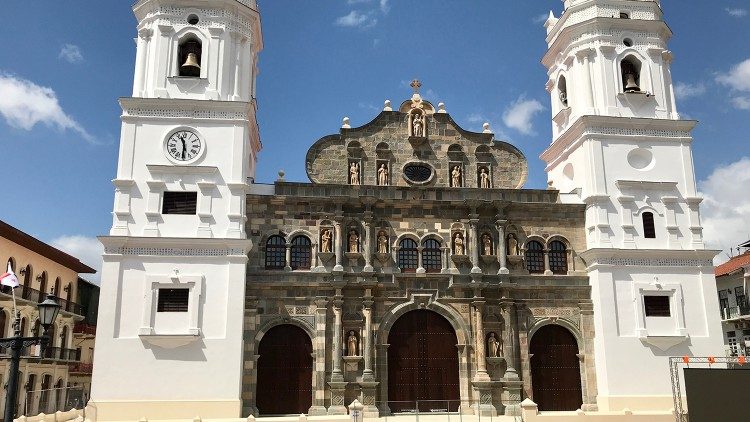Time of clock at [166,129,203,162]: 11:30
